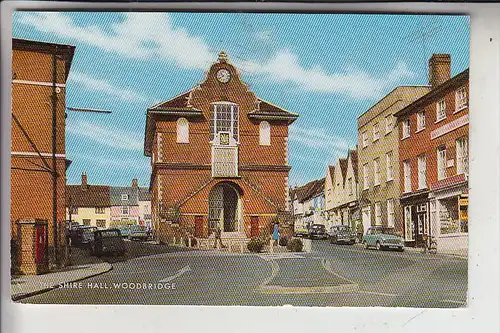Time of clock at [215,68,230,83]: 10:39
